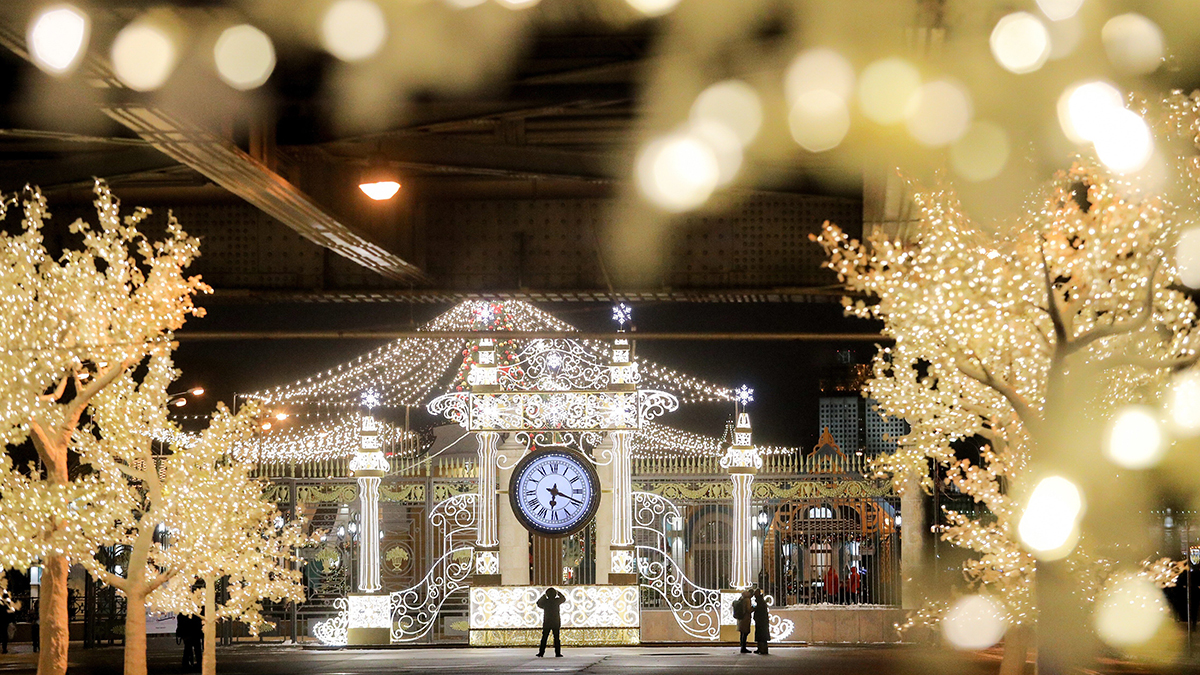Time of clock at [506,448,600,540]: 6:18
